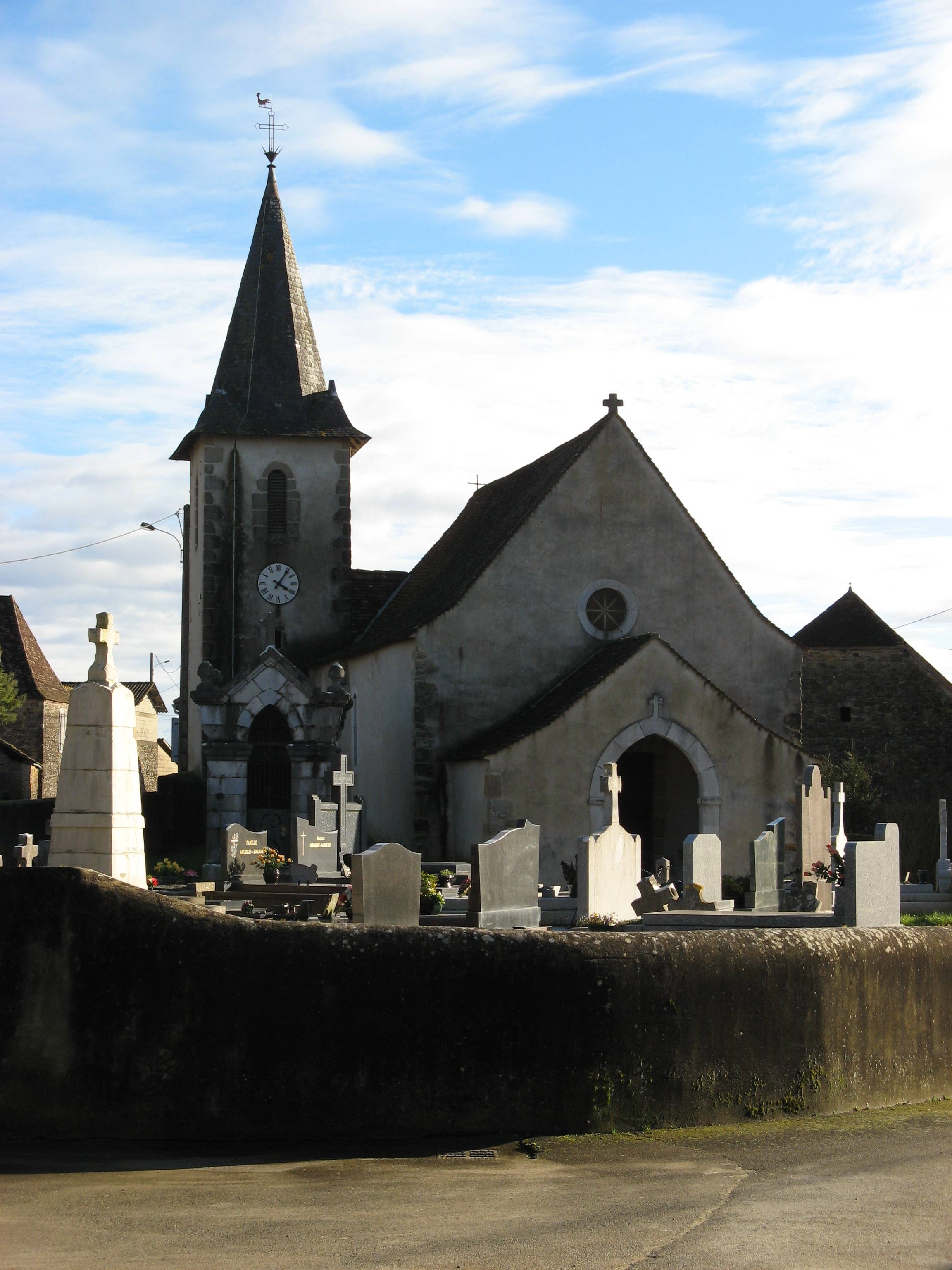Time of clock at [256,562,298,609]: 4:06
